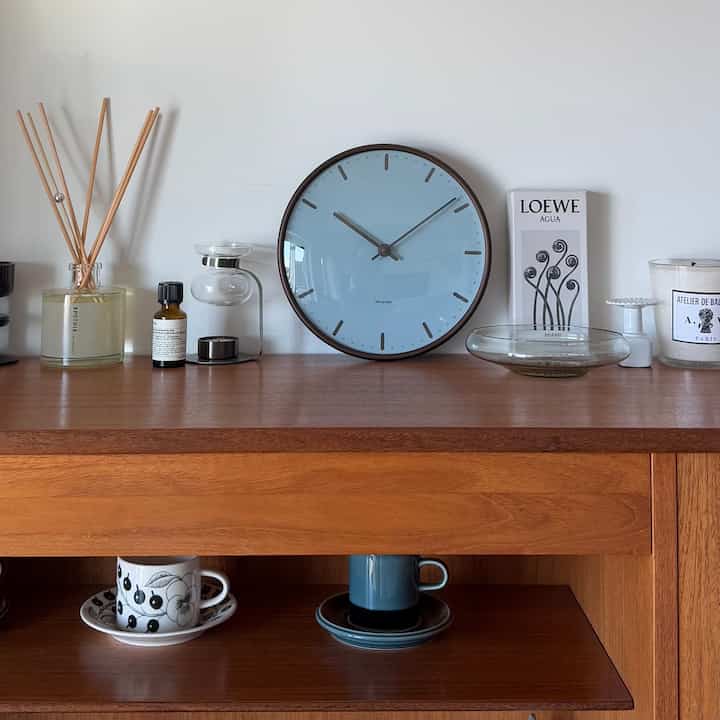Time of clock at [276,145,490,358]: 10:08
